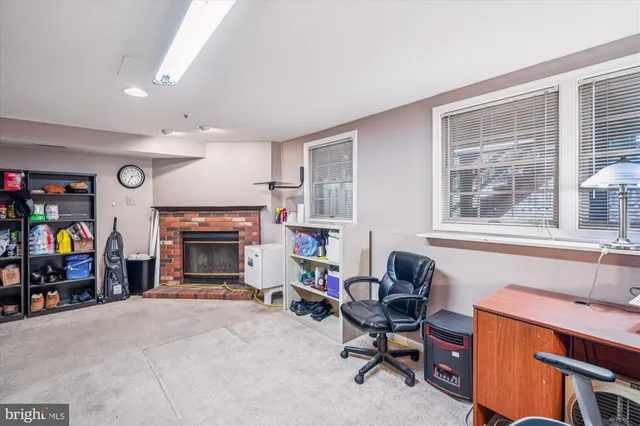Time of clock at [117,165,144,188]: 2:34
